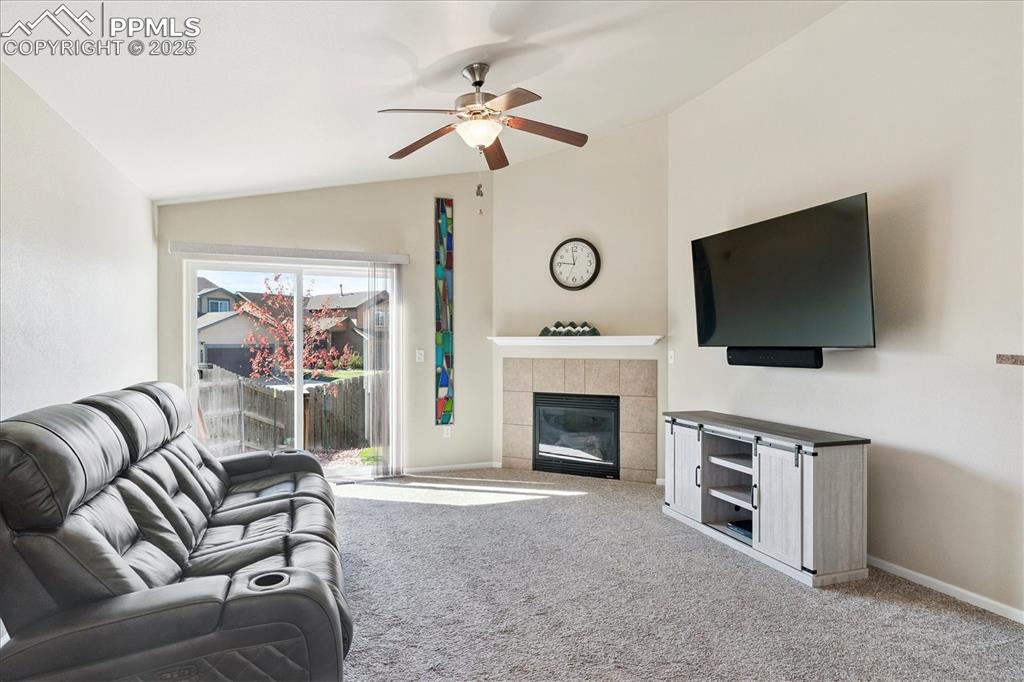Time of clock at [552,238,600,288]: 11:46
